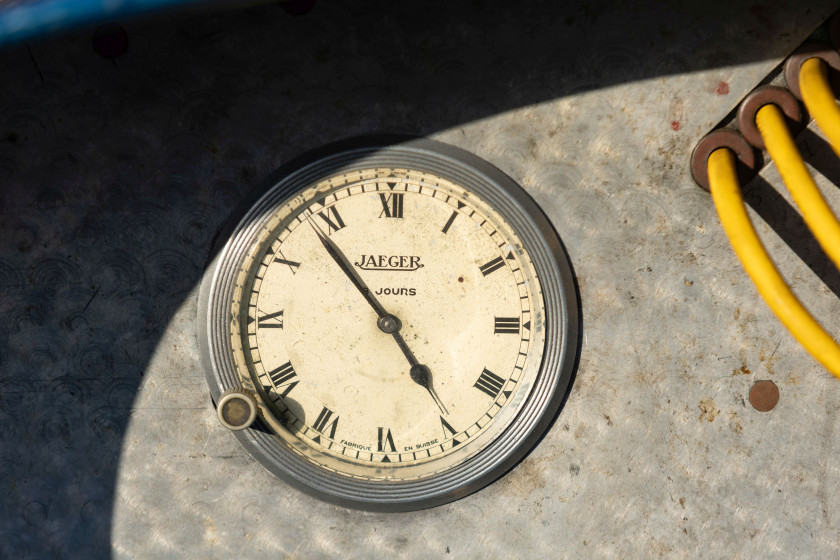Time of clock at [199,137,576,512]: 4:53
